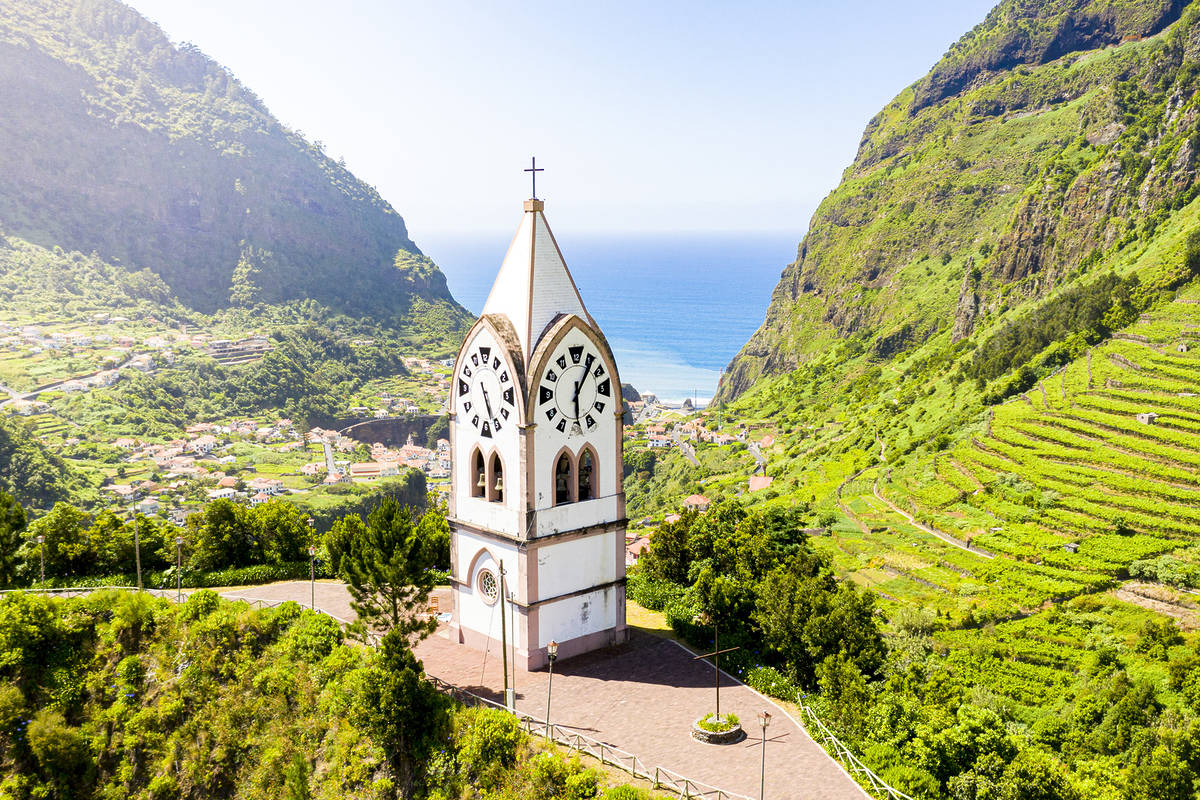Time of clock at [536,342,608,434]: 6:06
